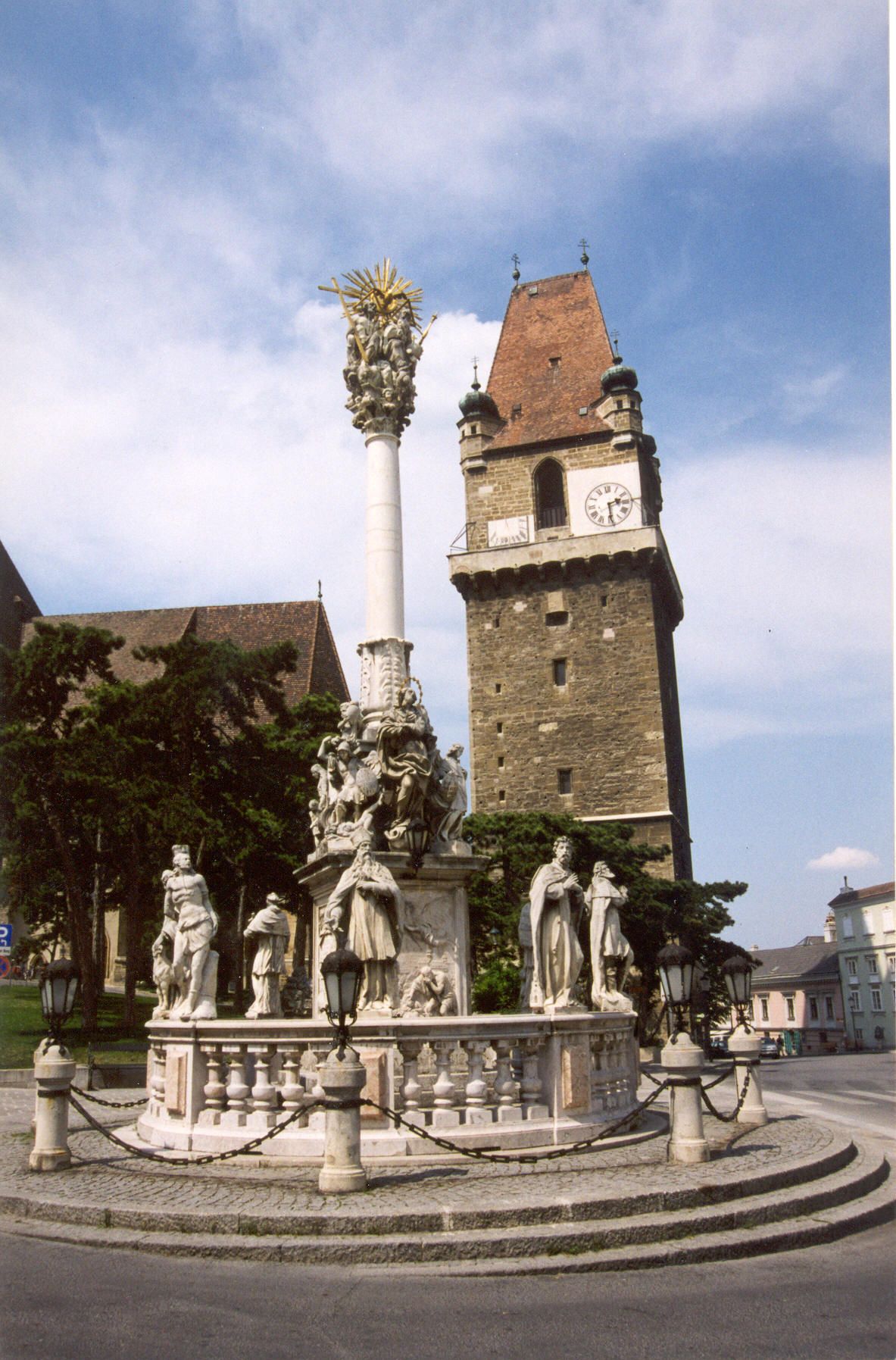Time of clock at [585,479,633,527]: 2:29
